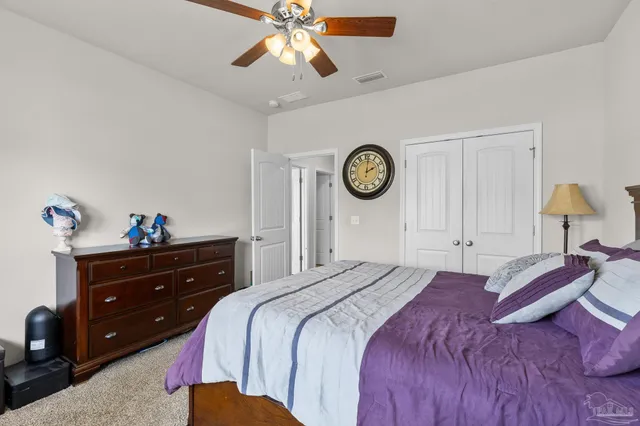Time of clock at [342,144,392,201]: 2:01
